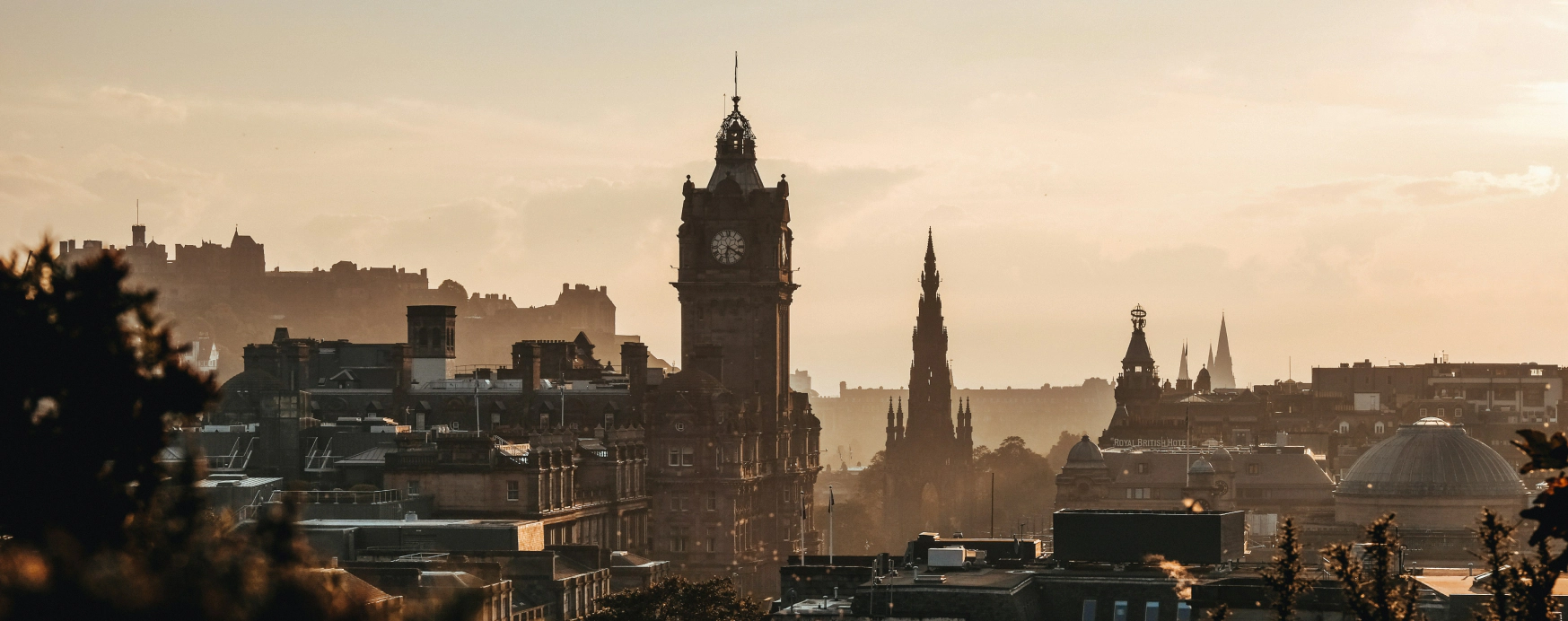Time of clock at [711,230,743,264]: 6:20
